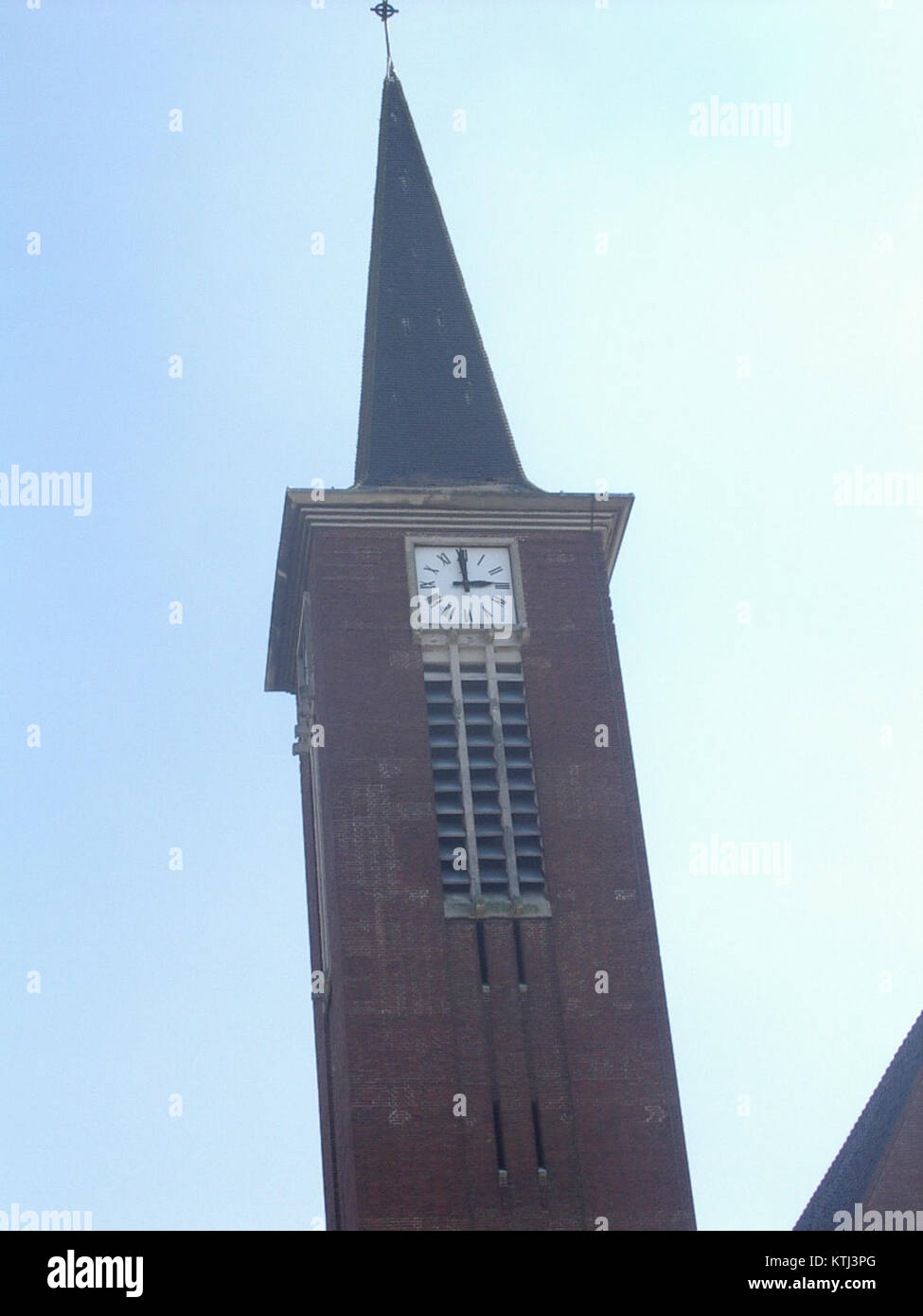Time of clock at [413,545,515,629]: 2:59
